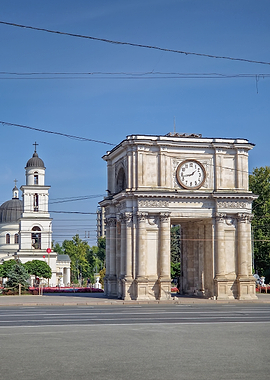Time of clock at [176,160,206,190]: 1:42
